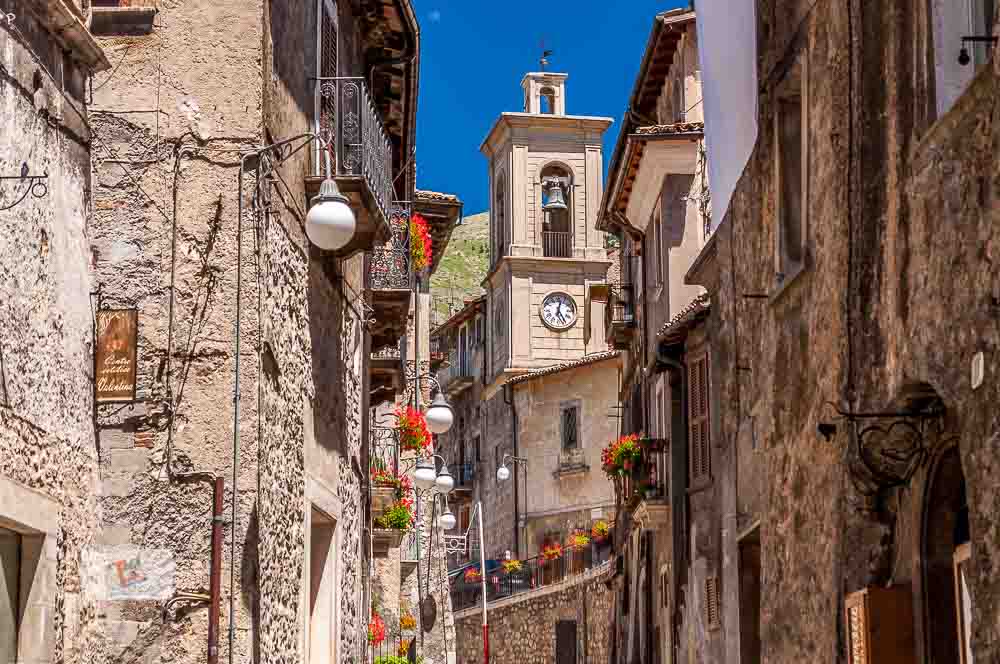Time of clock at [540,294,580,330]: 5:02
